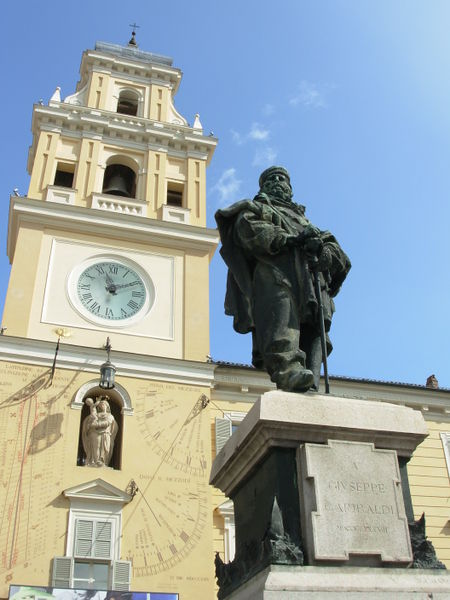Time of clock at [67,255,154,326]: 11:10
